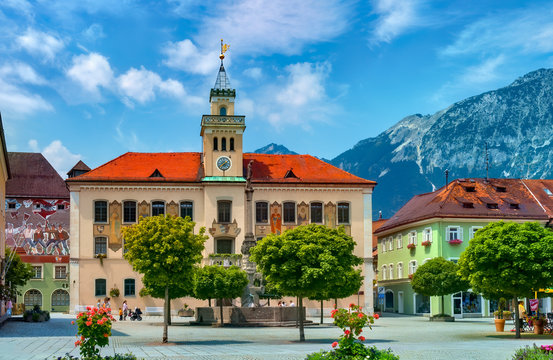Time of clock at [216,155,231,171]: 1:37
